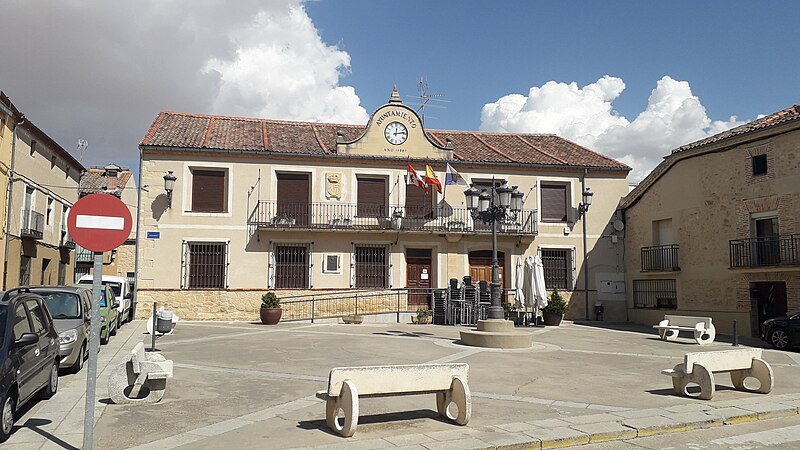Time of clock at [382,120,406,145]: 12:13
